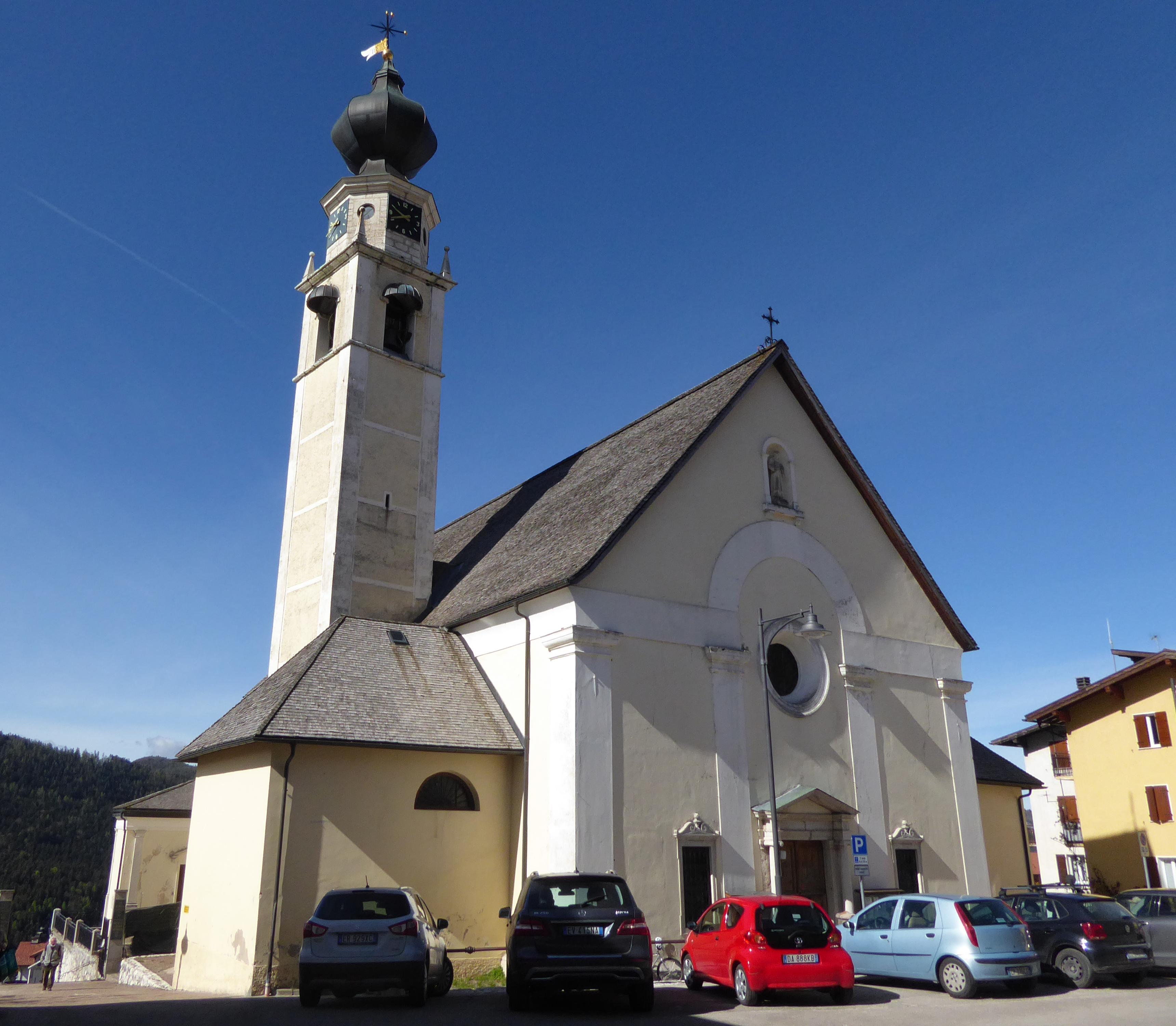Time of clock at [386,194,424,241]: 9:41
